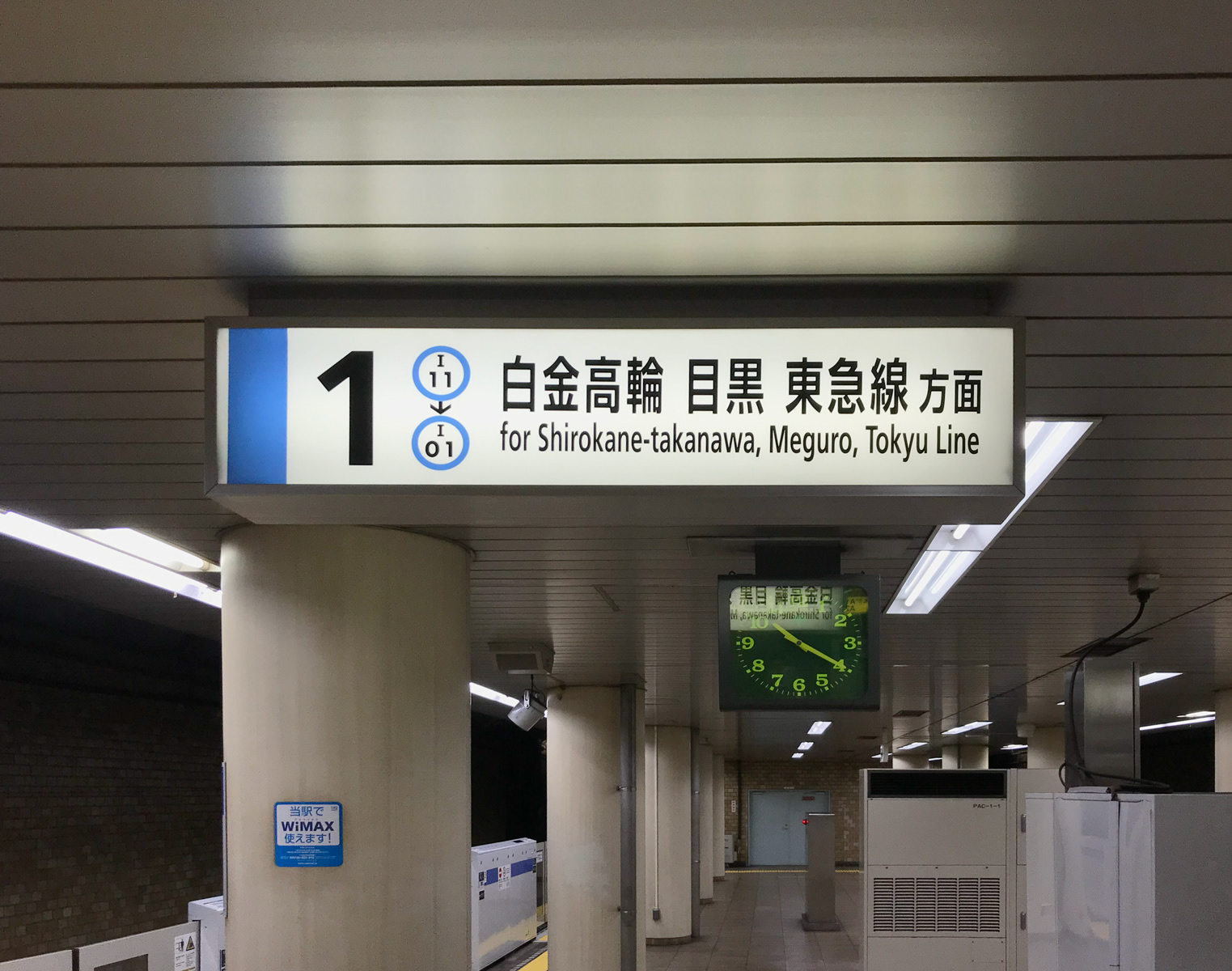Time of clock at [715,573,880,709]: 10:19
